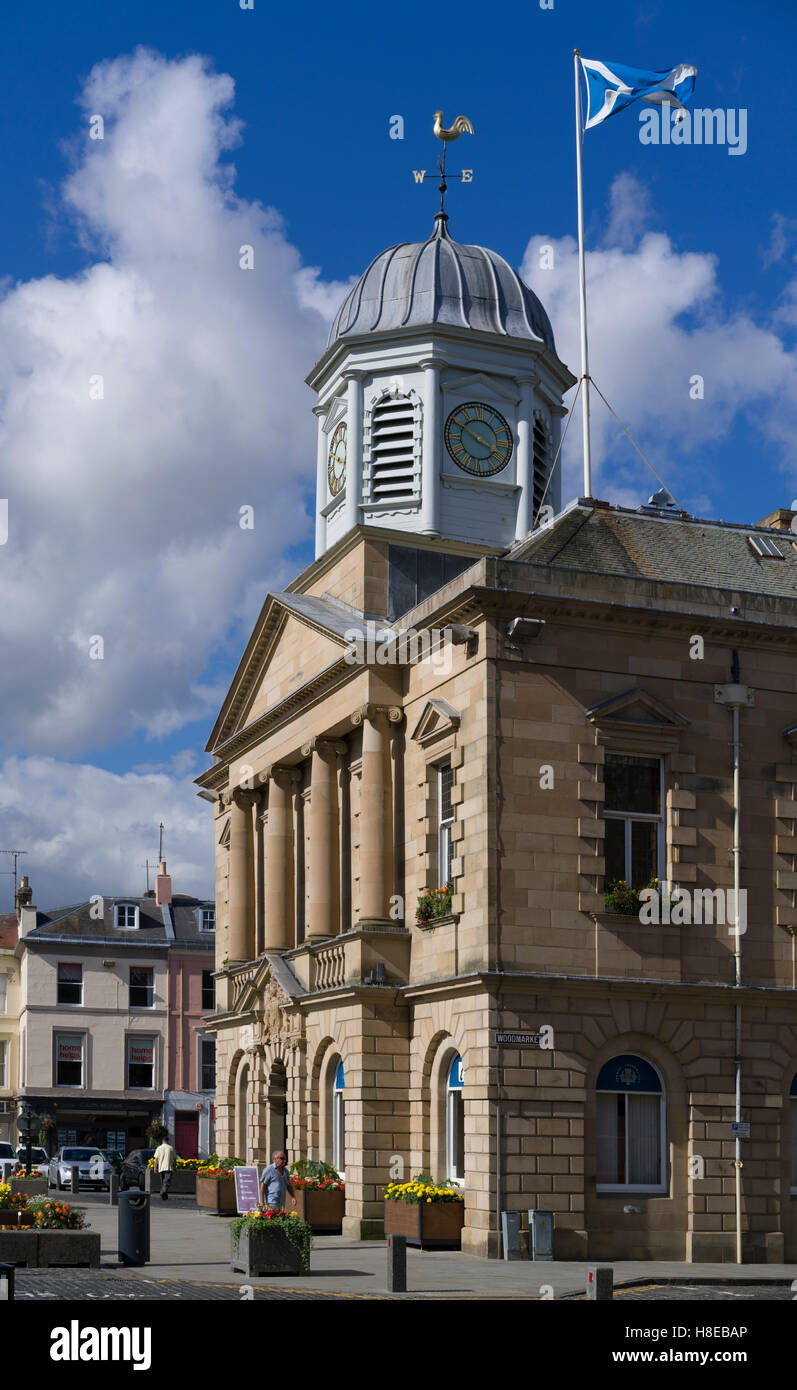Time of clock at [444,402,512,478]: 3:50
